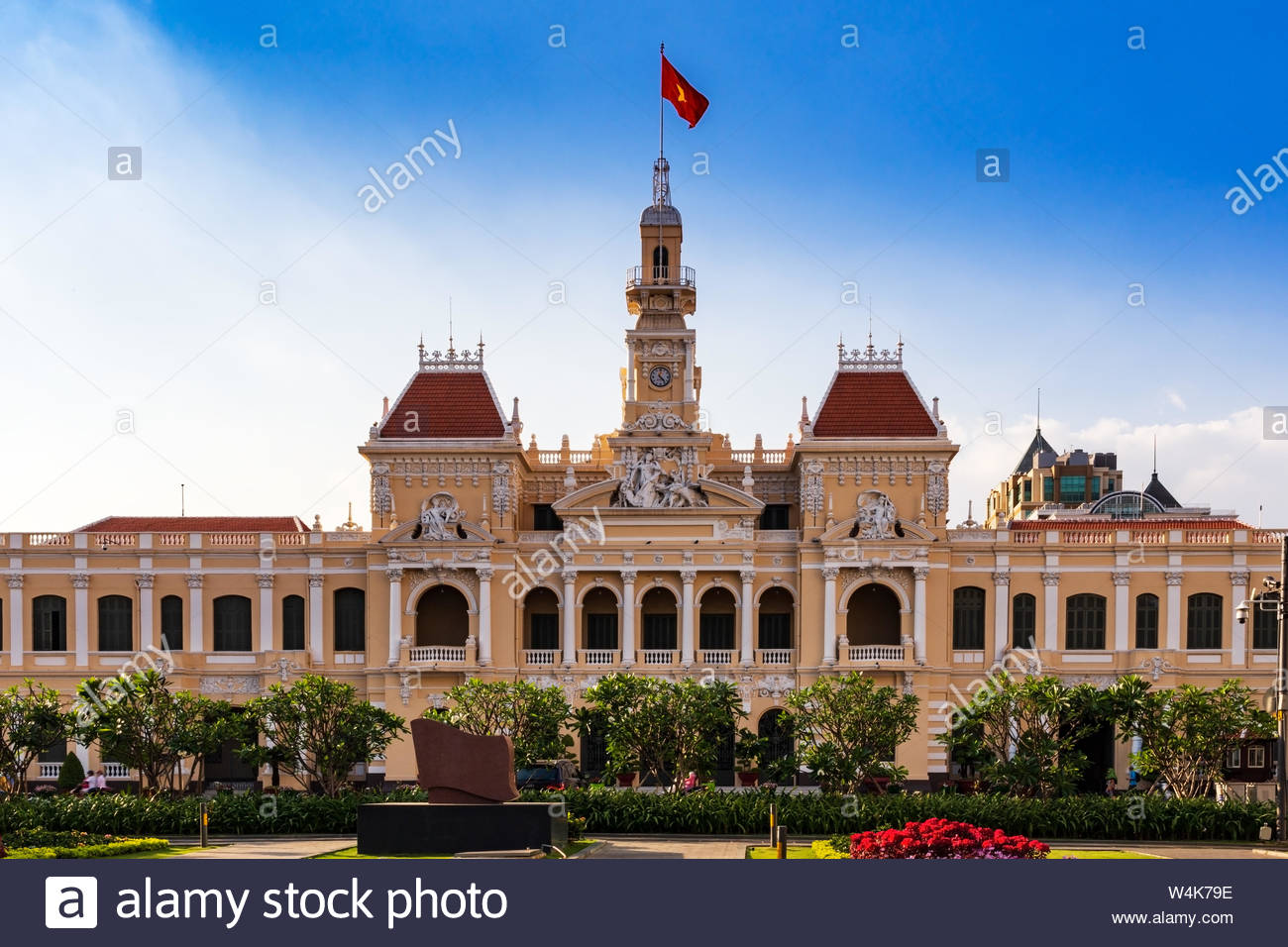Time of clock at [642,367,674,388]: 12:23
